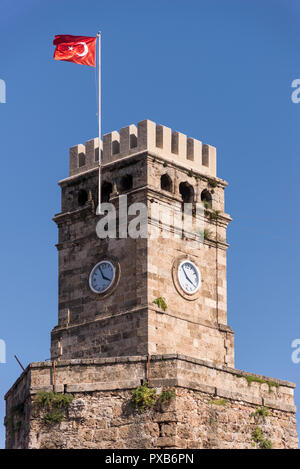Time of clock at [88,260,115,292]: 3:55
